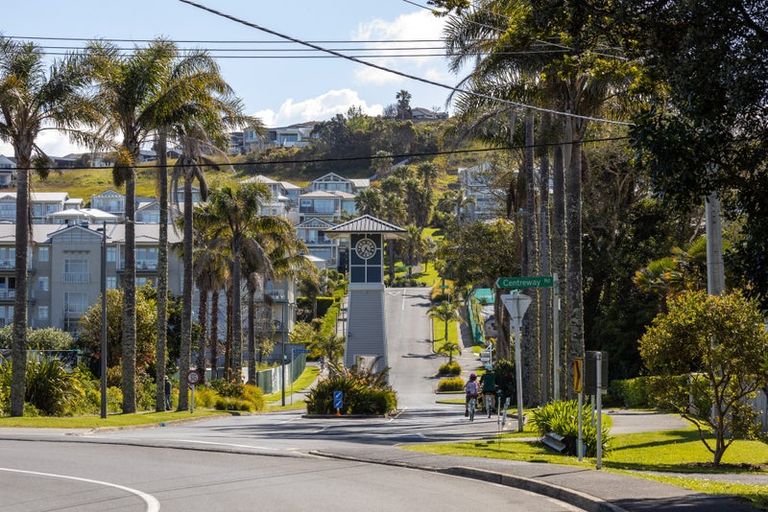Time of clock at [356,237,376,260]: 4:34
